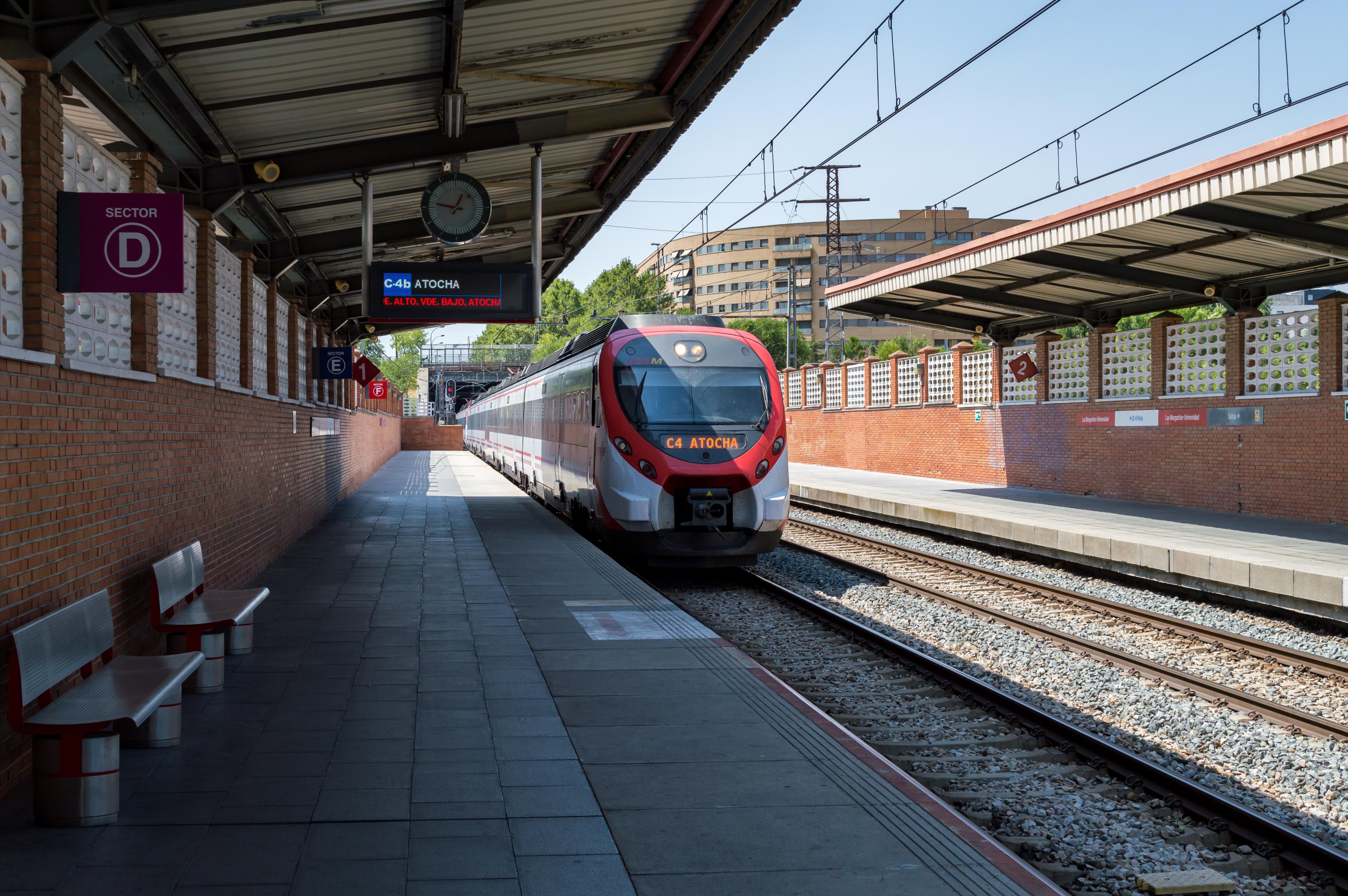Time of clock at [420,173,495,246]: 12:47
